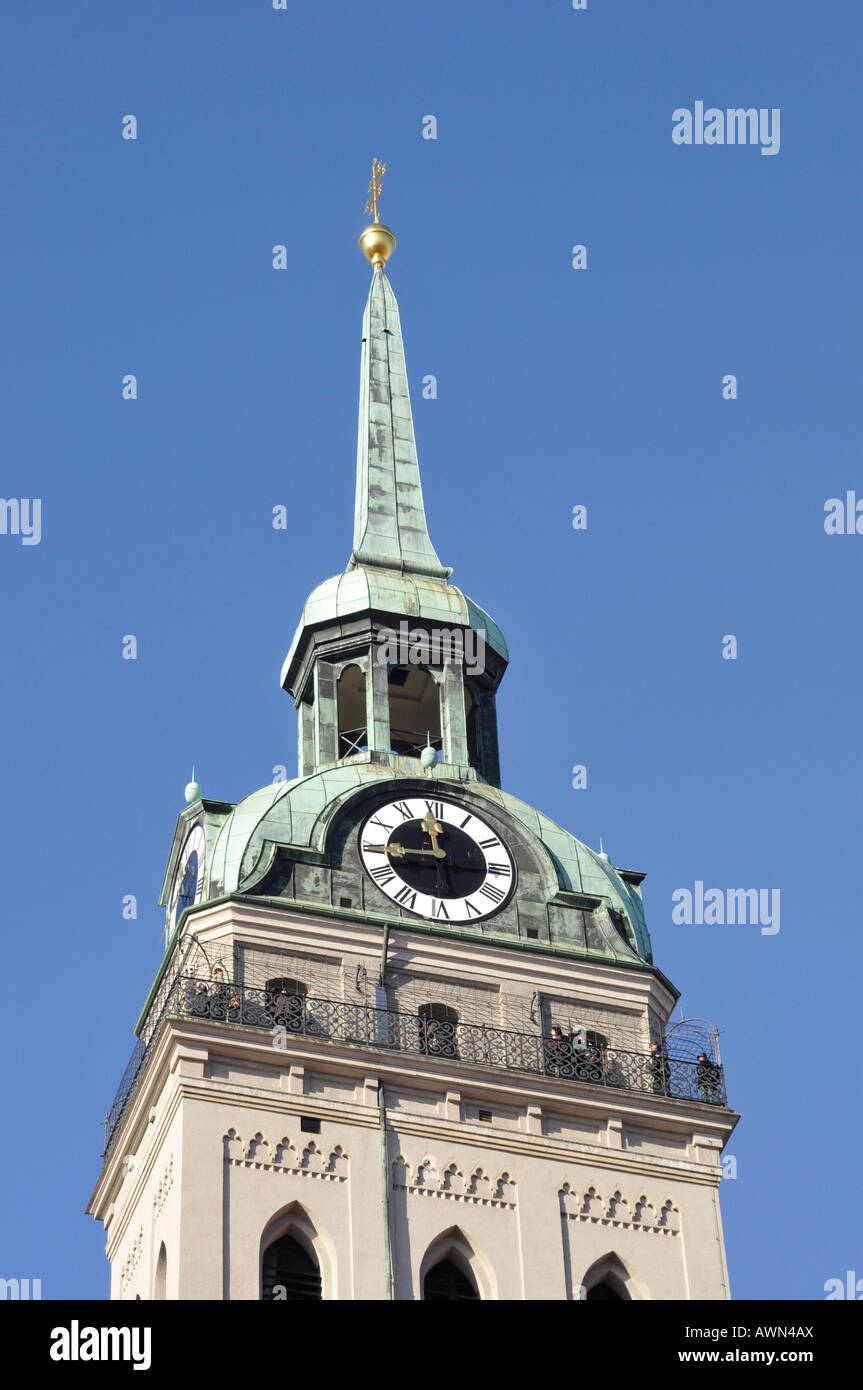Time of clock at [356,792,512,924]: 11:44
